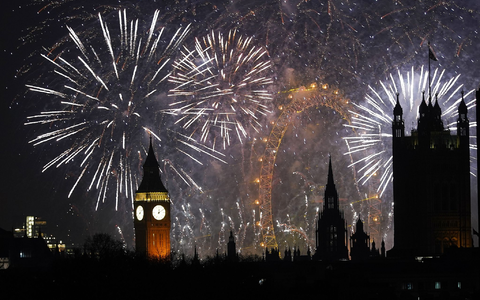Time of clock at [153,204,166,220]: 12:09
